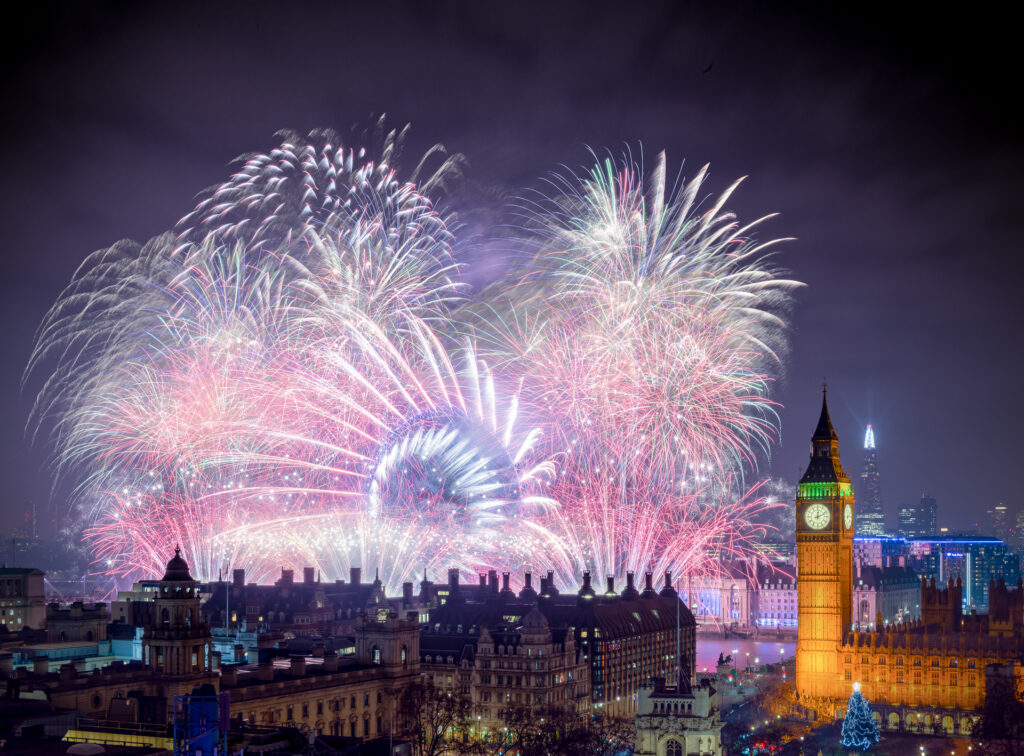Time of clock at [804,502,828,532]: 12:11
